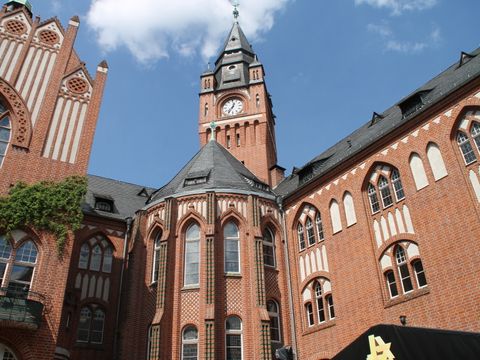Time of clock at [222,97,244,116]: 12:36
